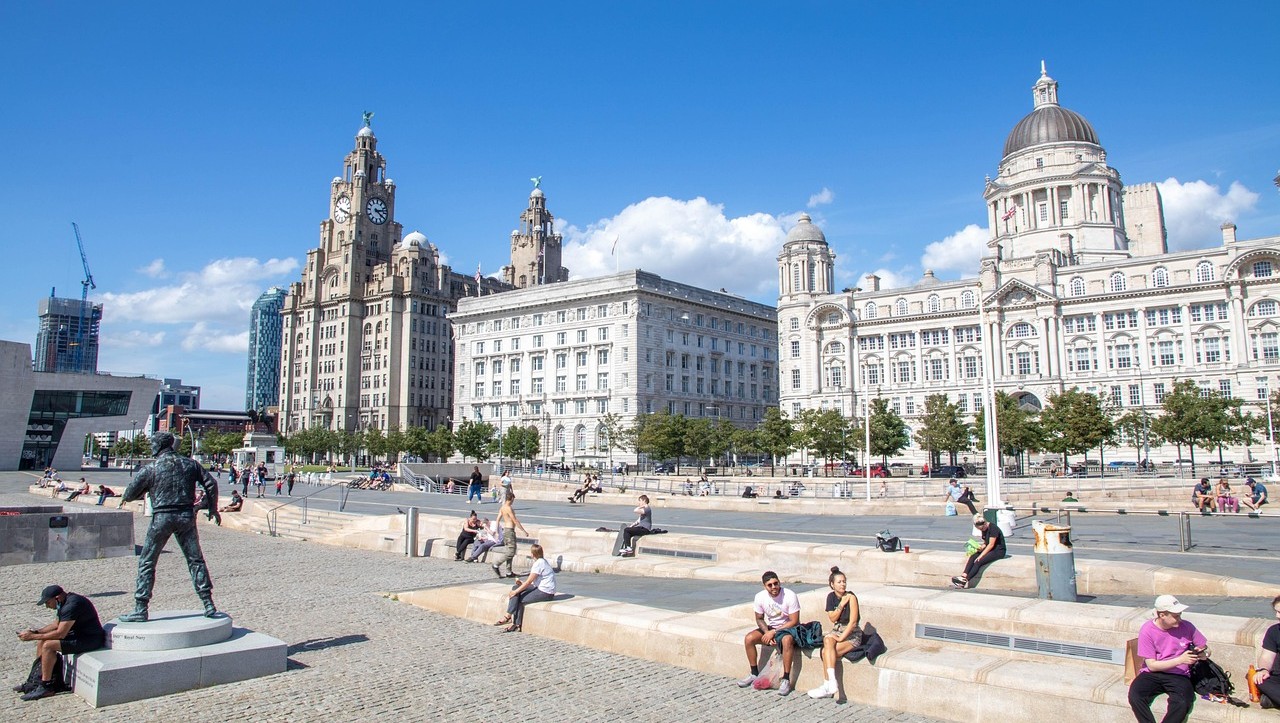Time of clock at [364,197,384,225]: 4:12
